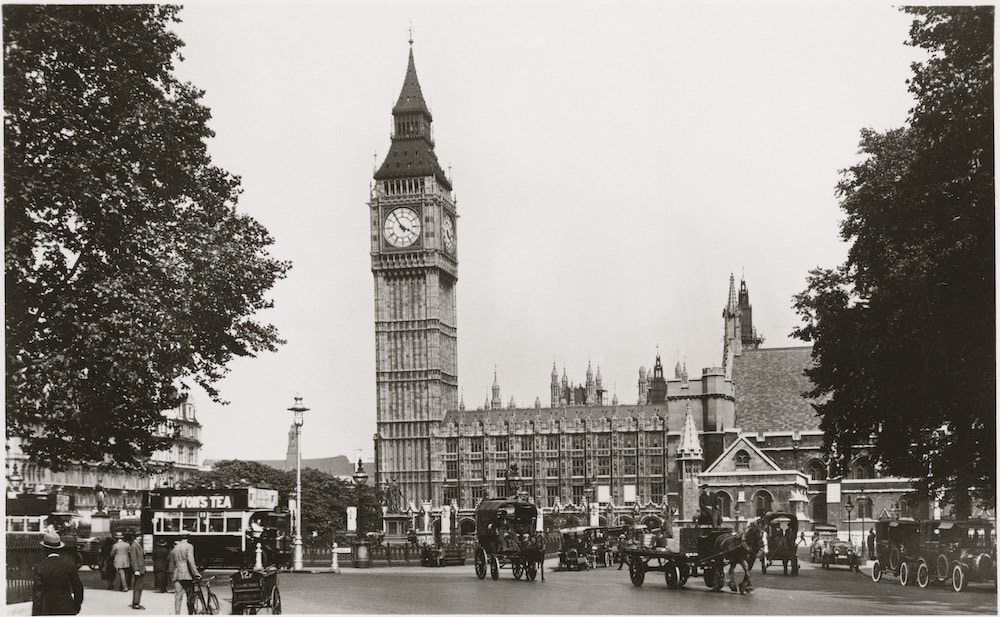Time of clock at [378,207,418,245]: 3:54
